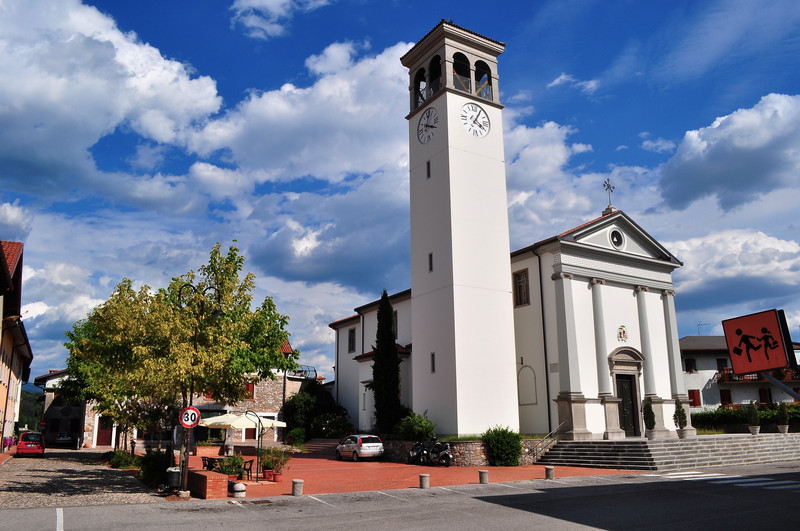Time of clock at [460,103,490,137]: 4:04
